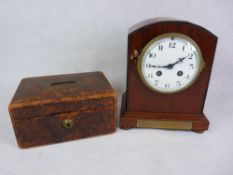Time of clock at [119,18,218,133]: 9:09
